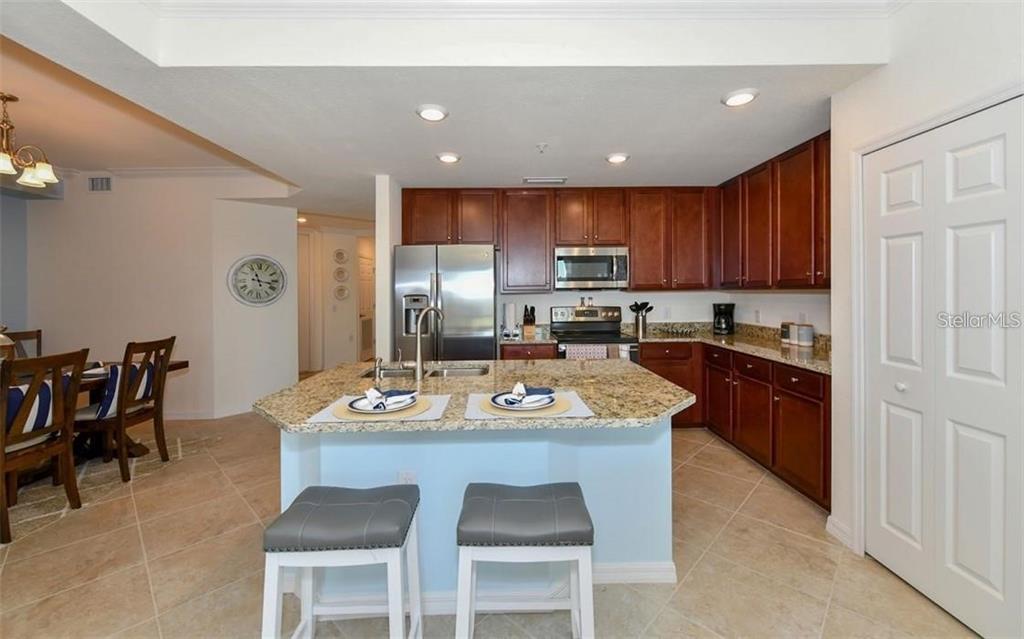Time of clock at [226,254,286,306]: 11:17
